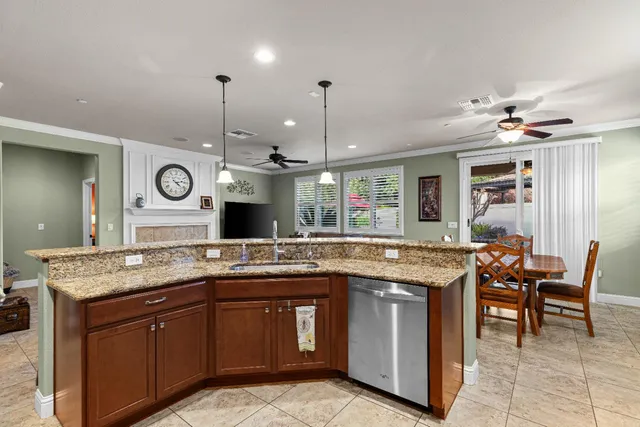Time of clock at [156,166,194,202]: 4:12
